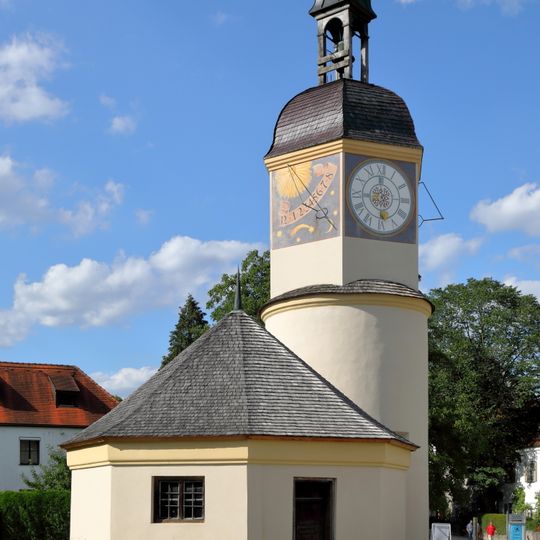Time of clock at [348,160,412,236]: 5:59
